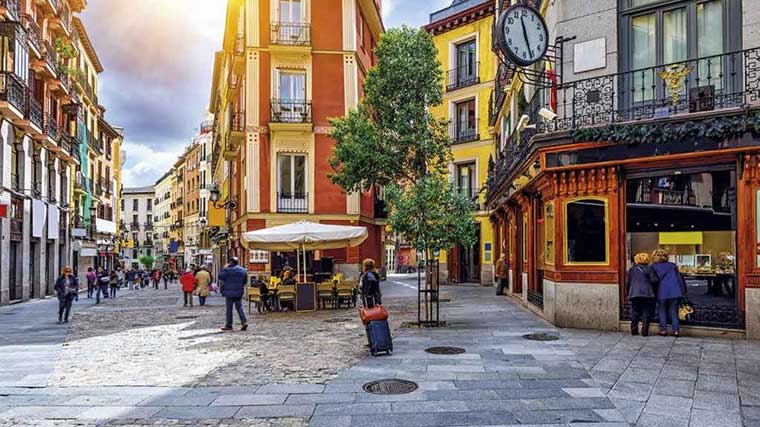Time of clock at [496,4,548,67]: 11:26
